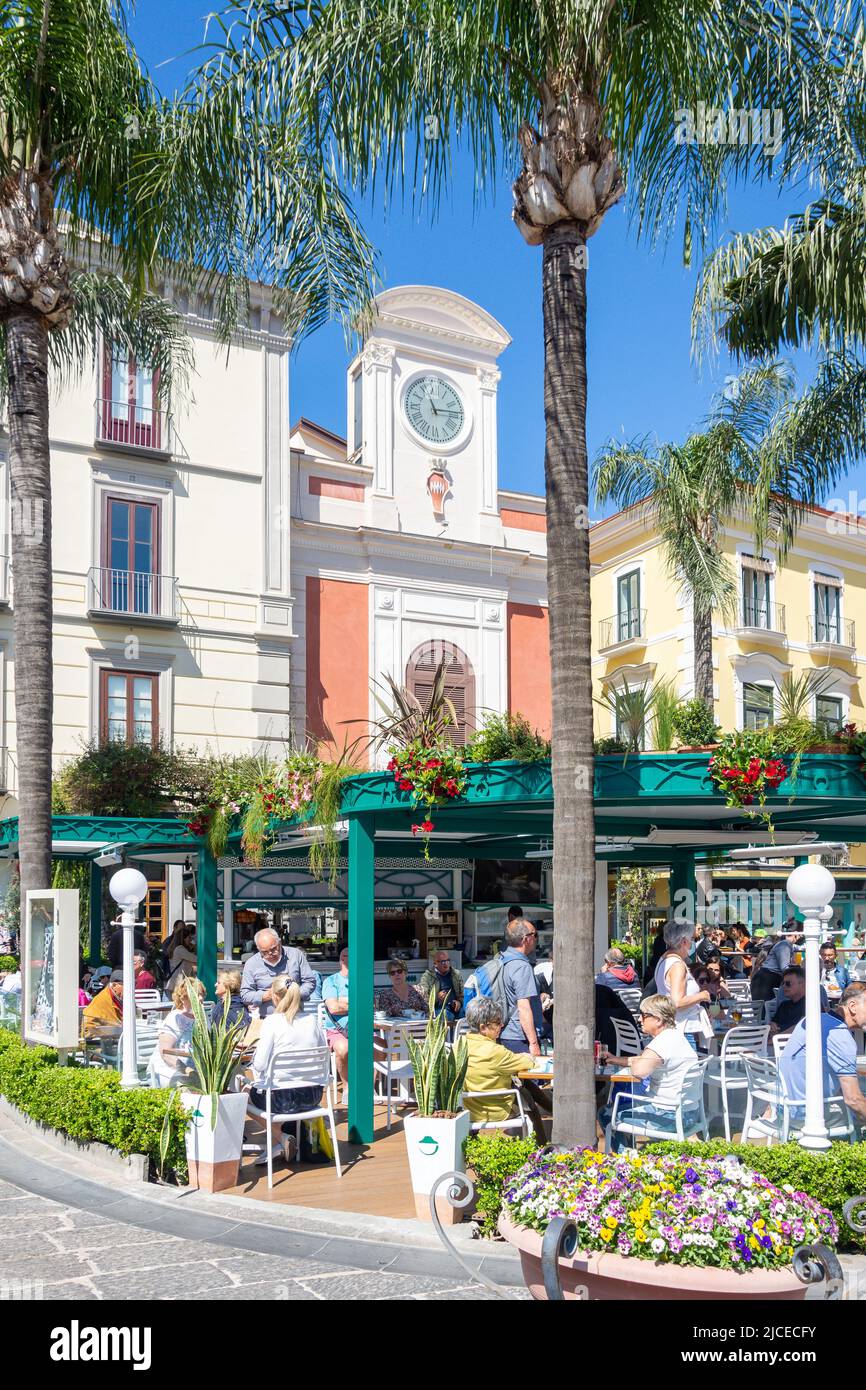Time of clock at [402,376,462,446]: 11:13
